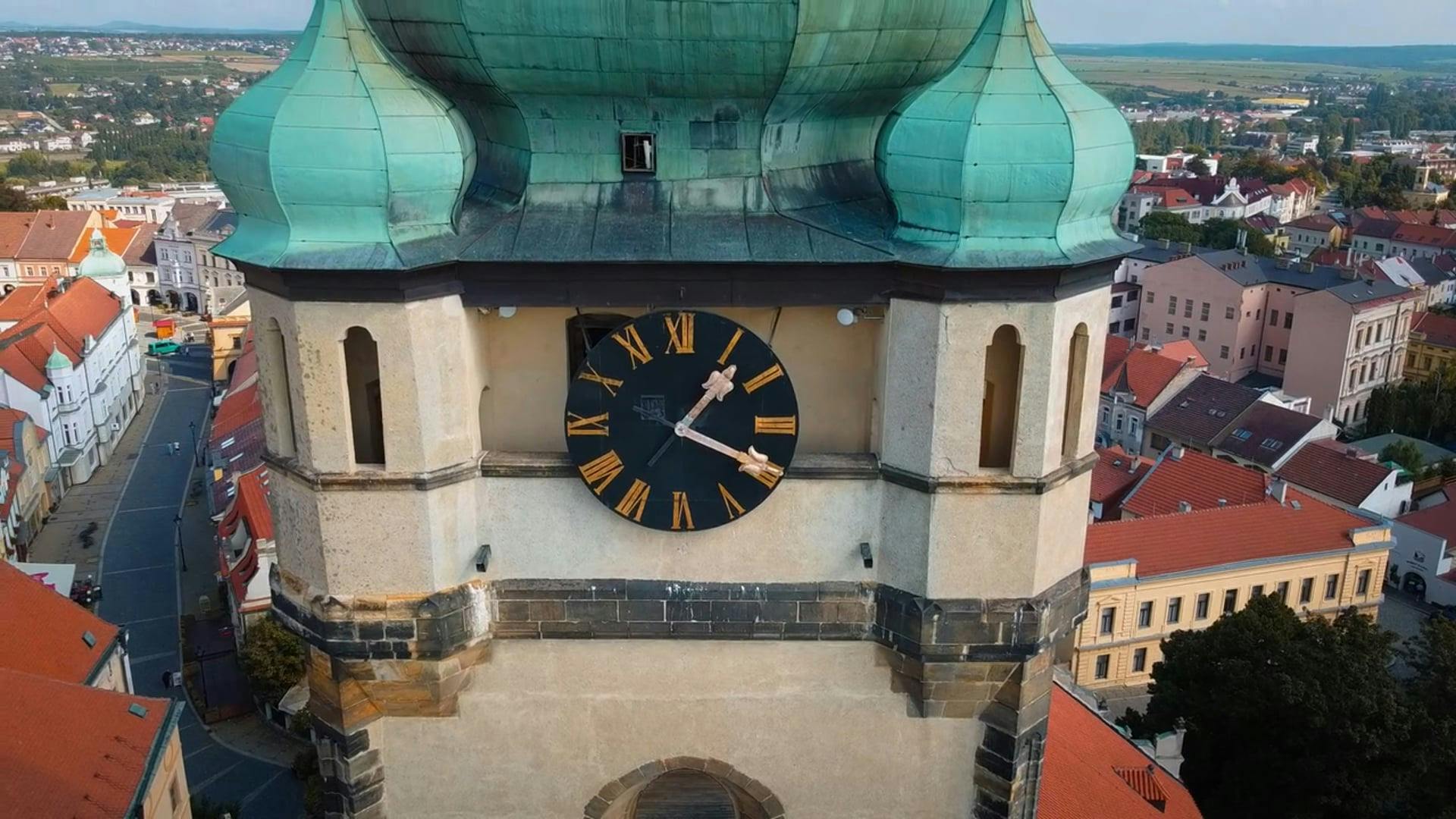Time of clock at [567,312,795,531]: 1:19
